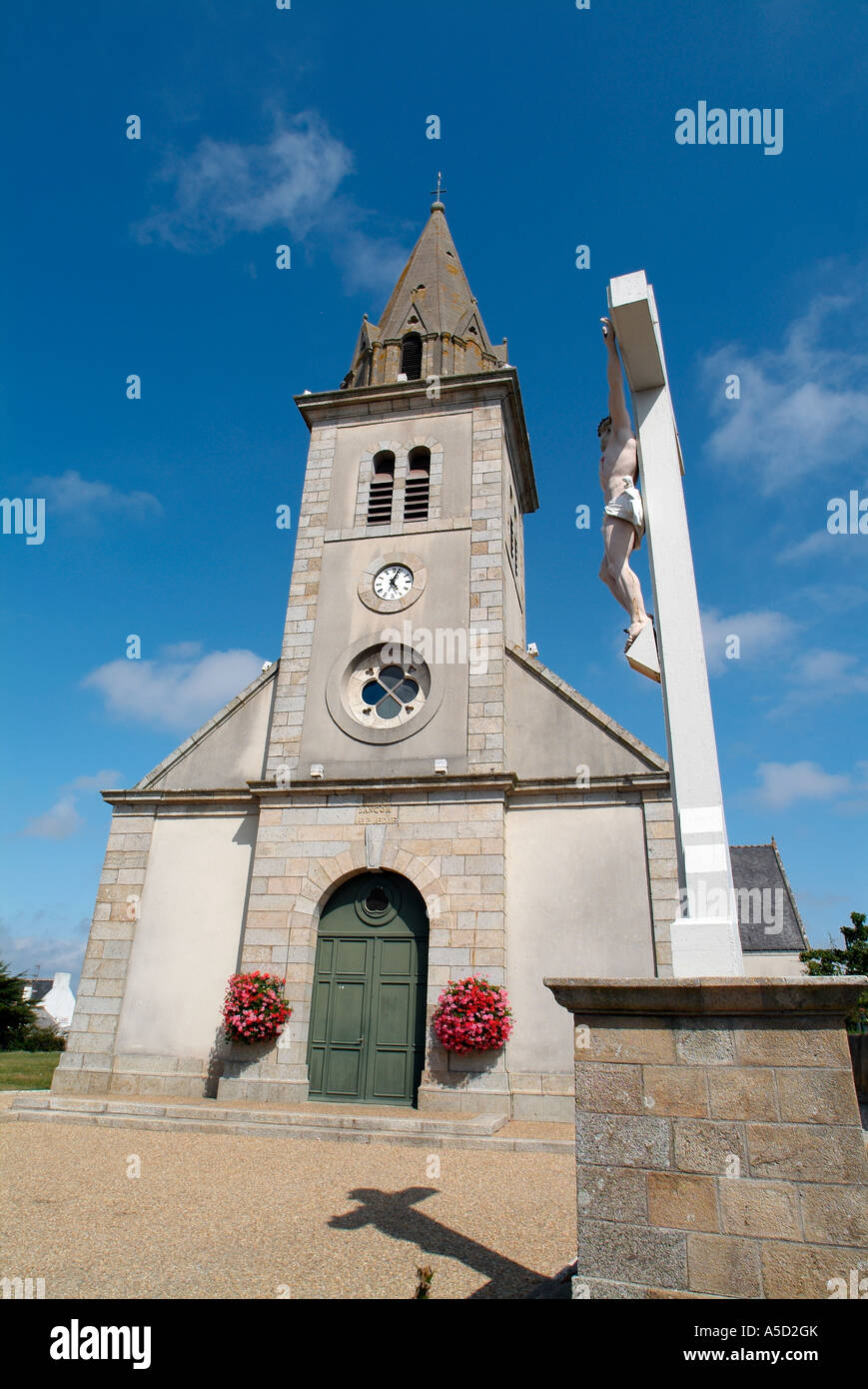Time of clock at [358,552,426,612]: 5:03
